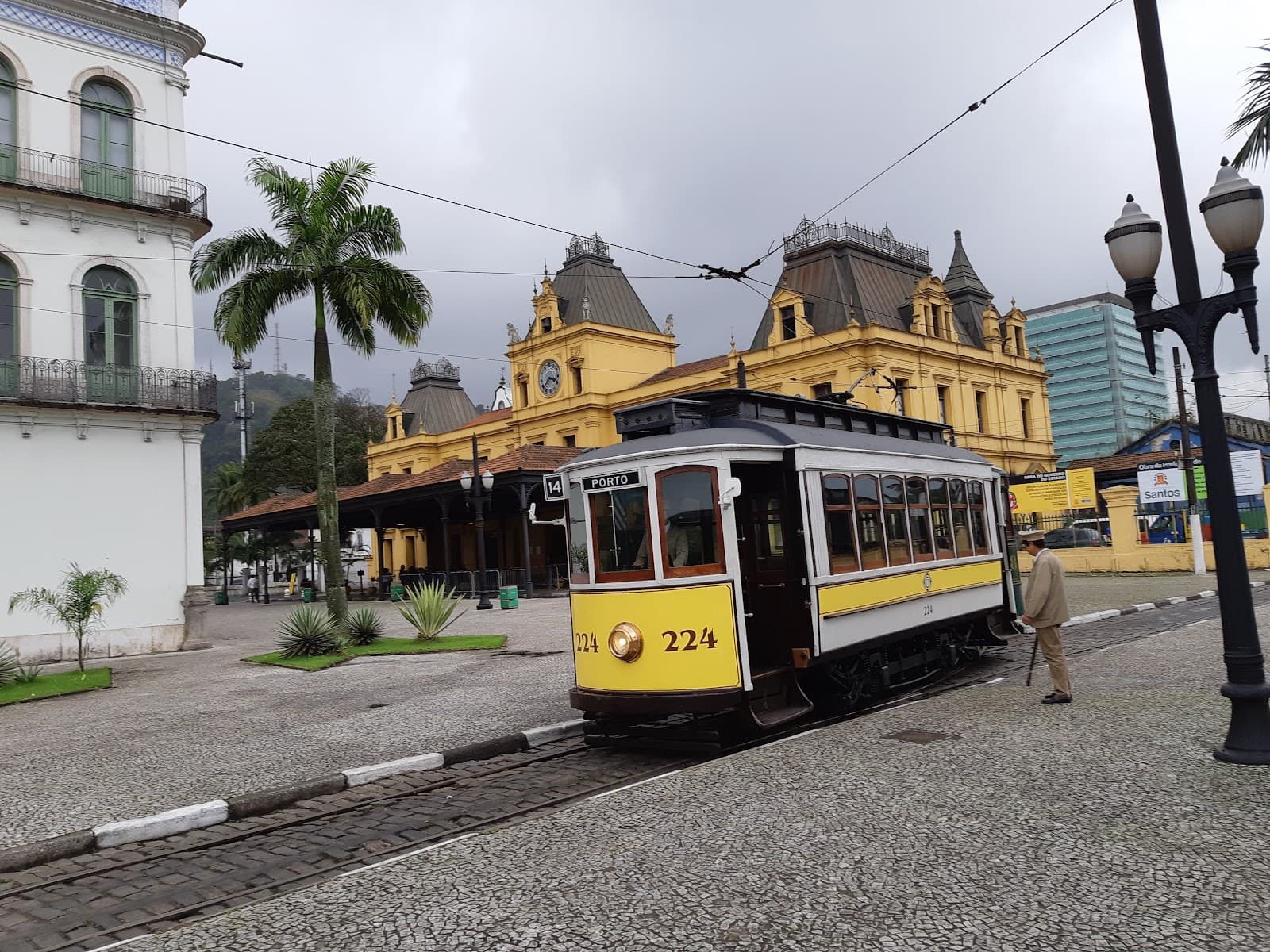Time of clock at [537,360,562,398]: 3:38
